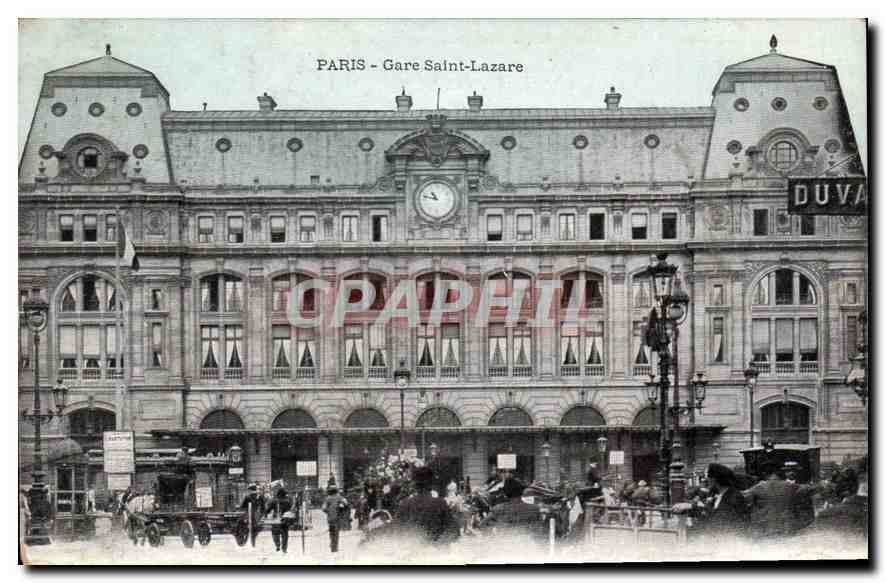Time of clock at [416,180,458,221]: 10:47
